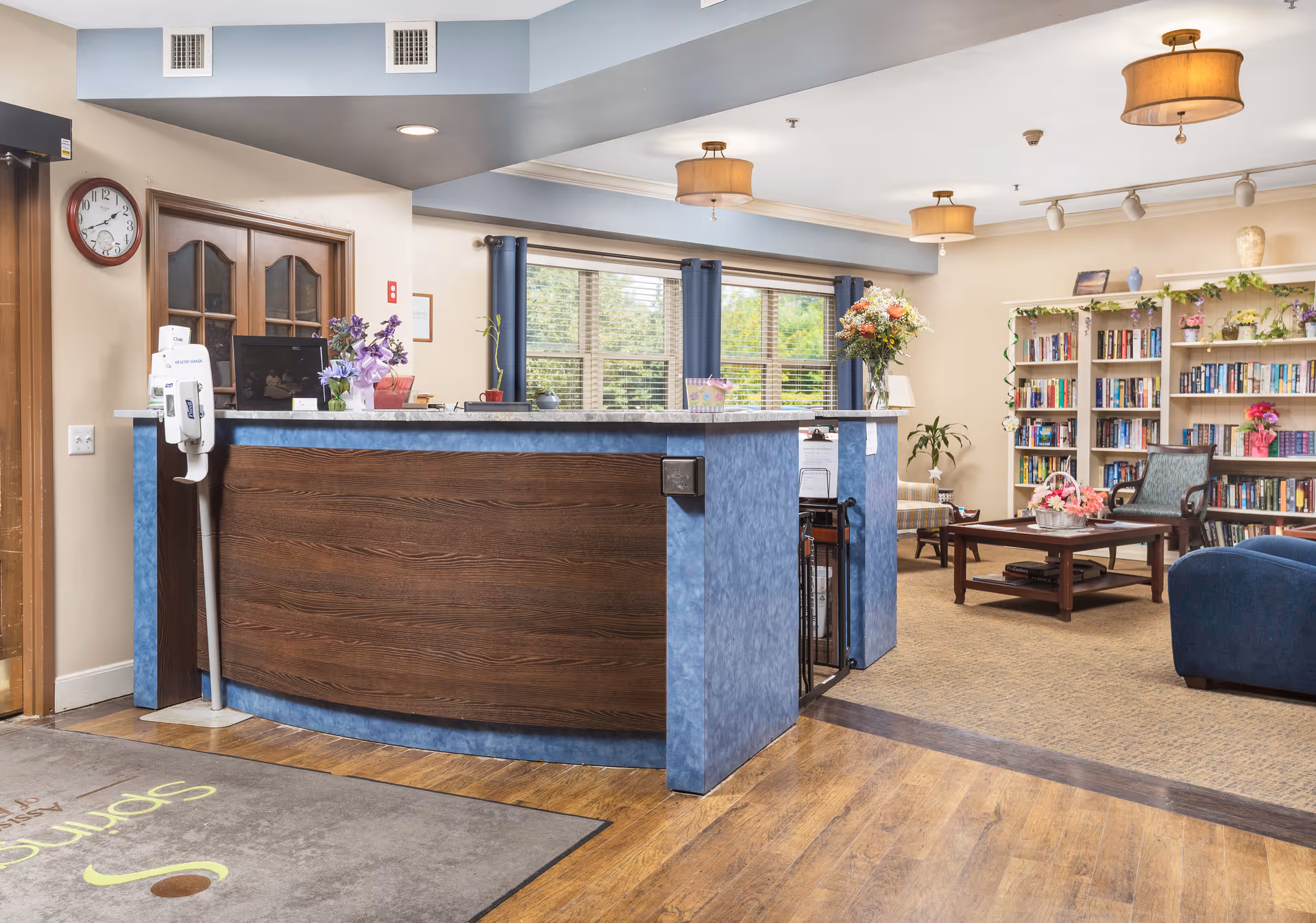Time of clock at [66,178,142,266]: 1:41
